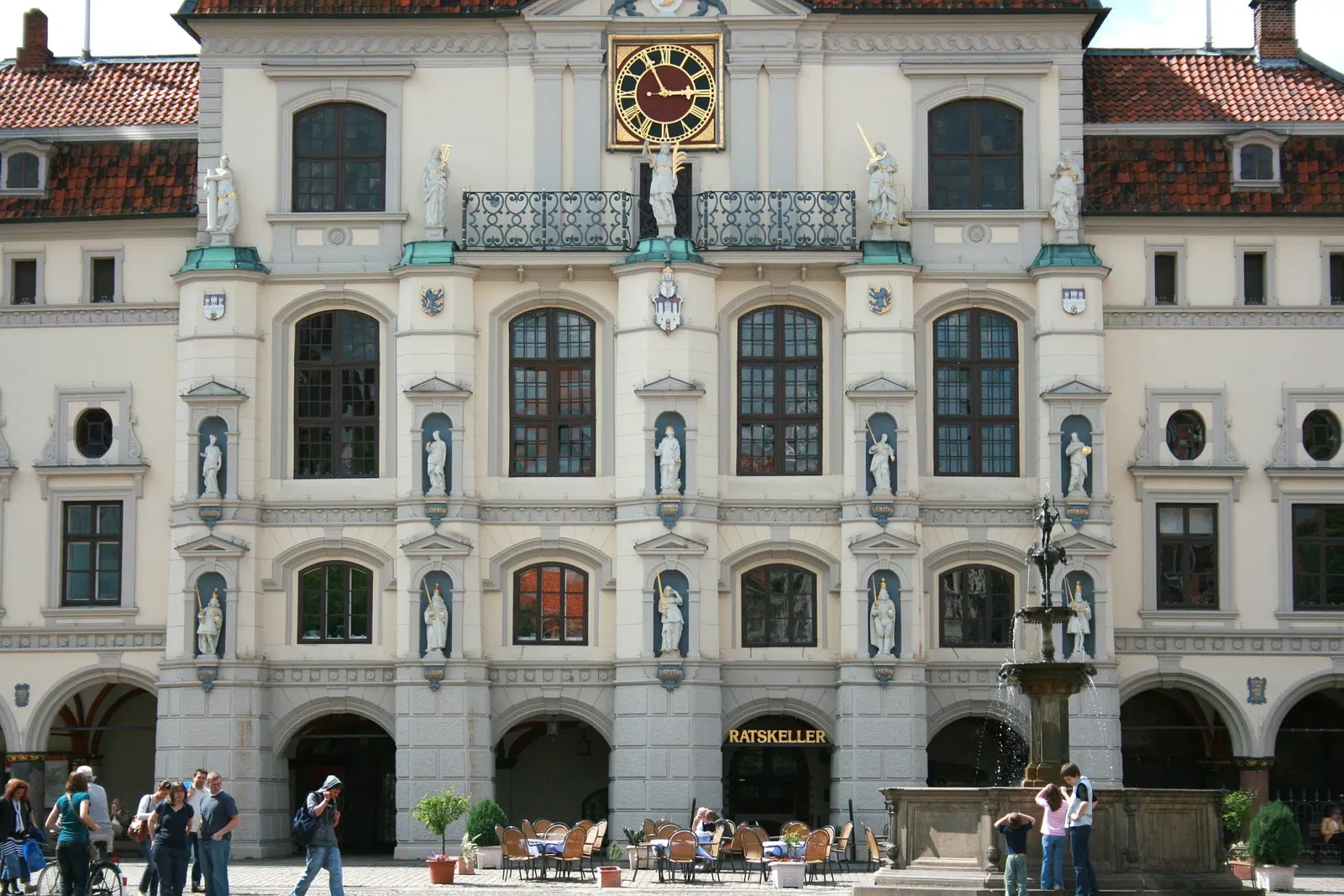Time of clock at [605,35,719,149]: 2:55
